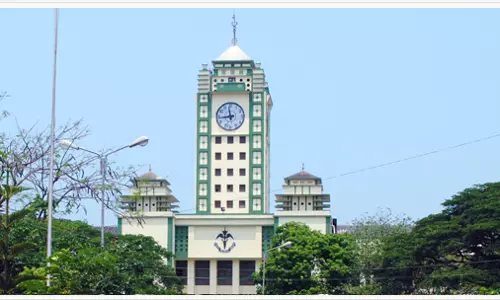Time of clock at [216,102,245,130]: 11:43
